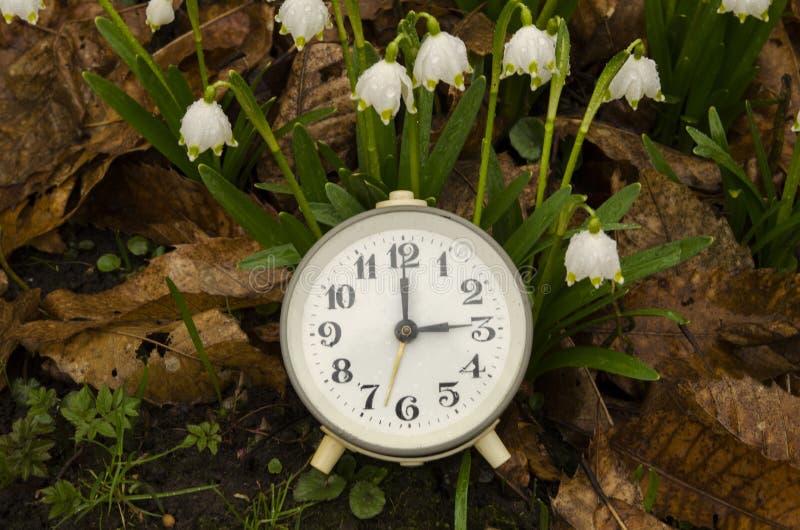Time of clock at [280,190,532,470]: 3:00
